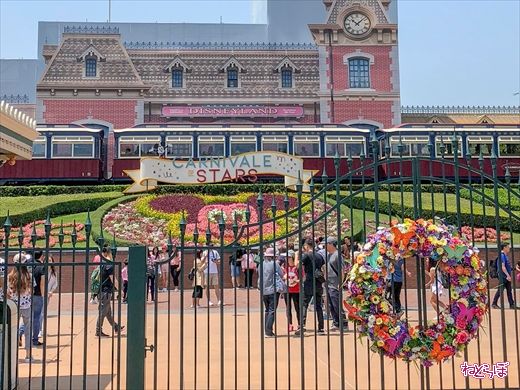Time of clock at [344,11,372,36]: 10:07
